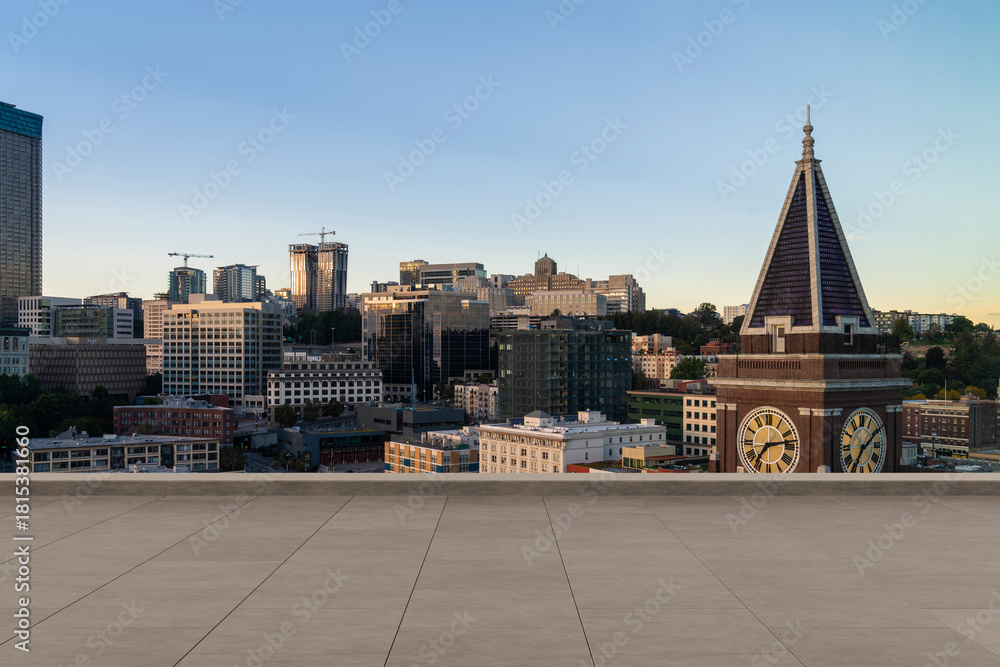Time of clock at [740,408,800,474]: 7:13
